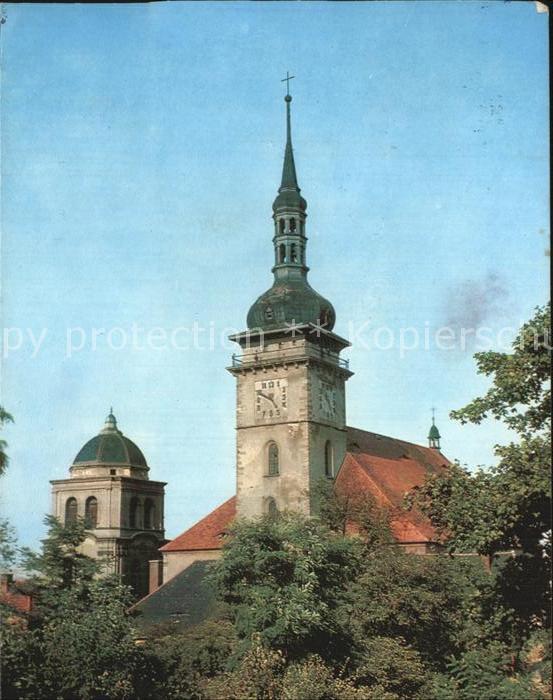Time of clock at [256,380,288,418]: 4:49
